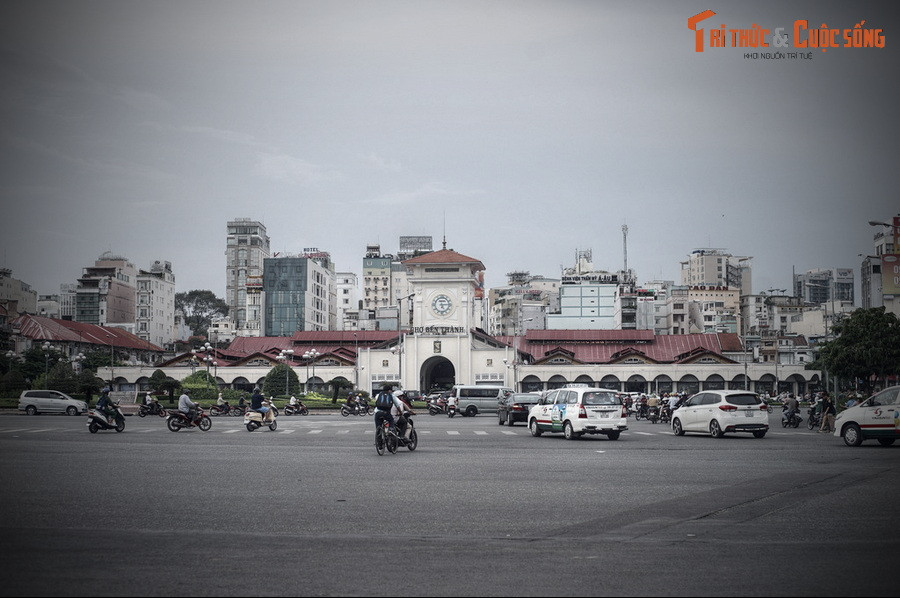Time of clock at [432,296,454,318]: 5:14
